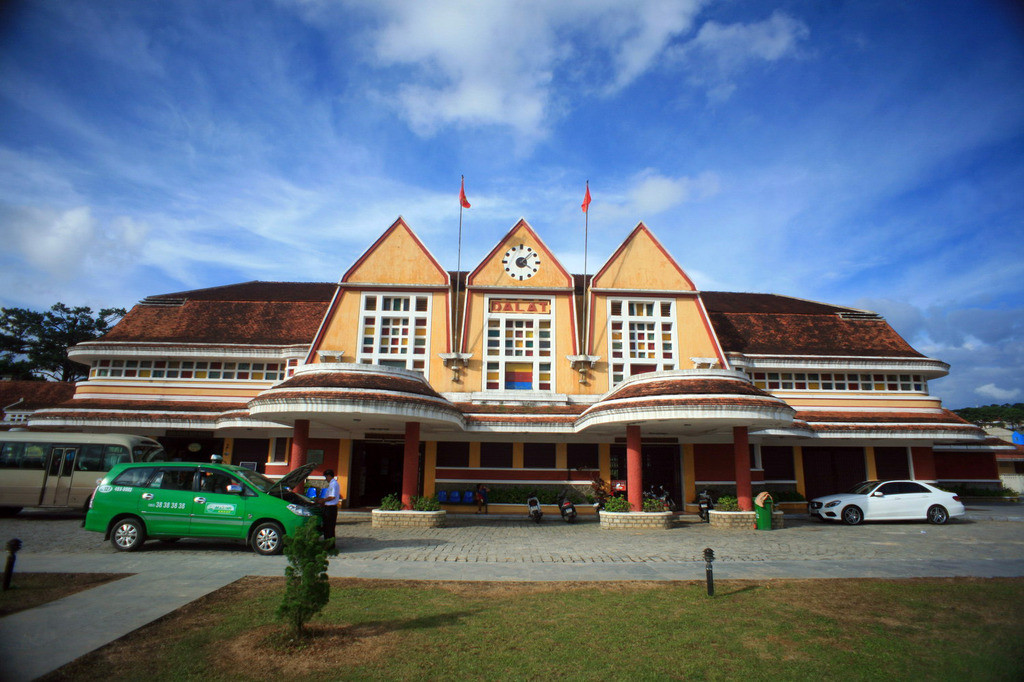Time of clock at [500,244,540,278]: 4:07
